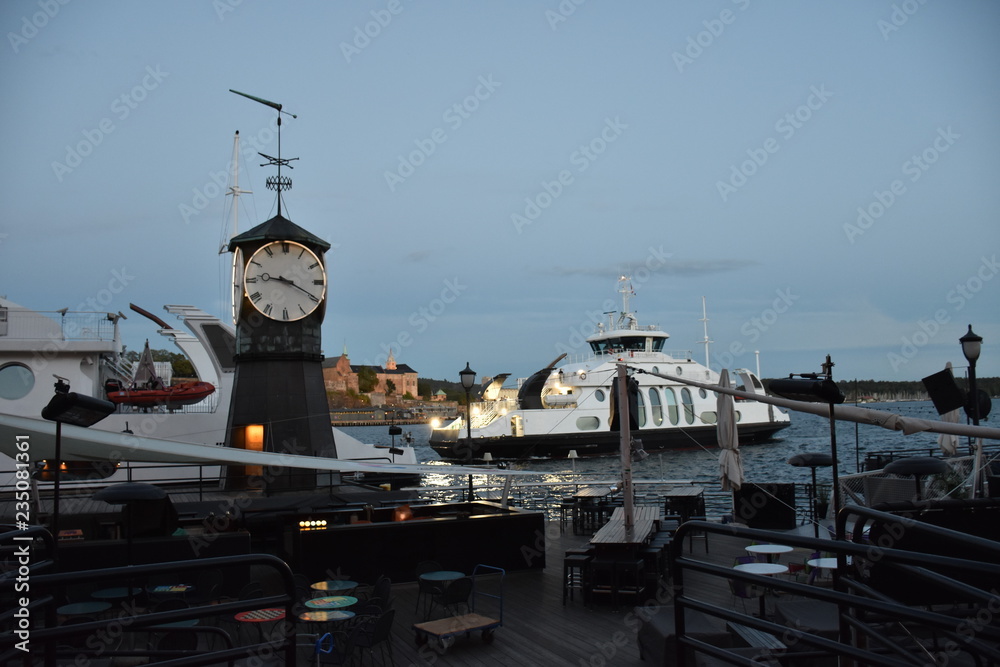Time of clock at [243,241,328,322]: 9:19
